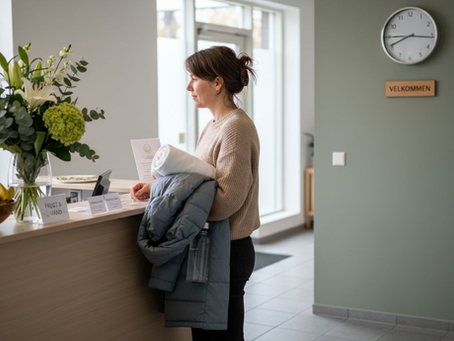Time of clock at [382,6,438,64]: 8:15
